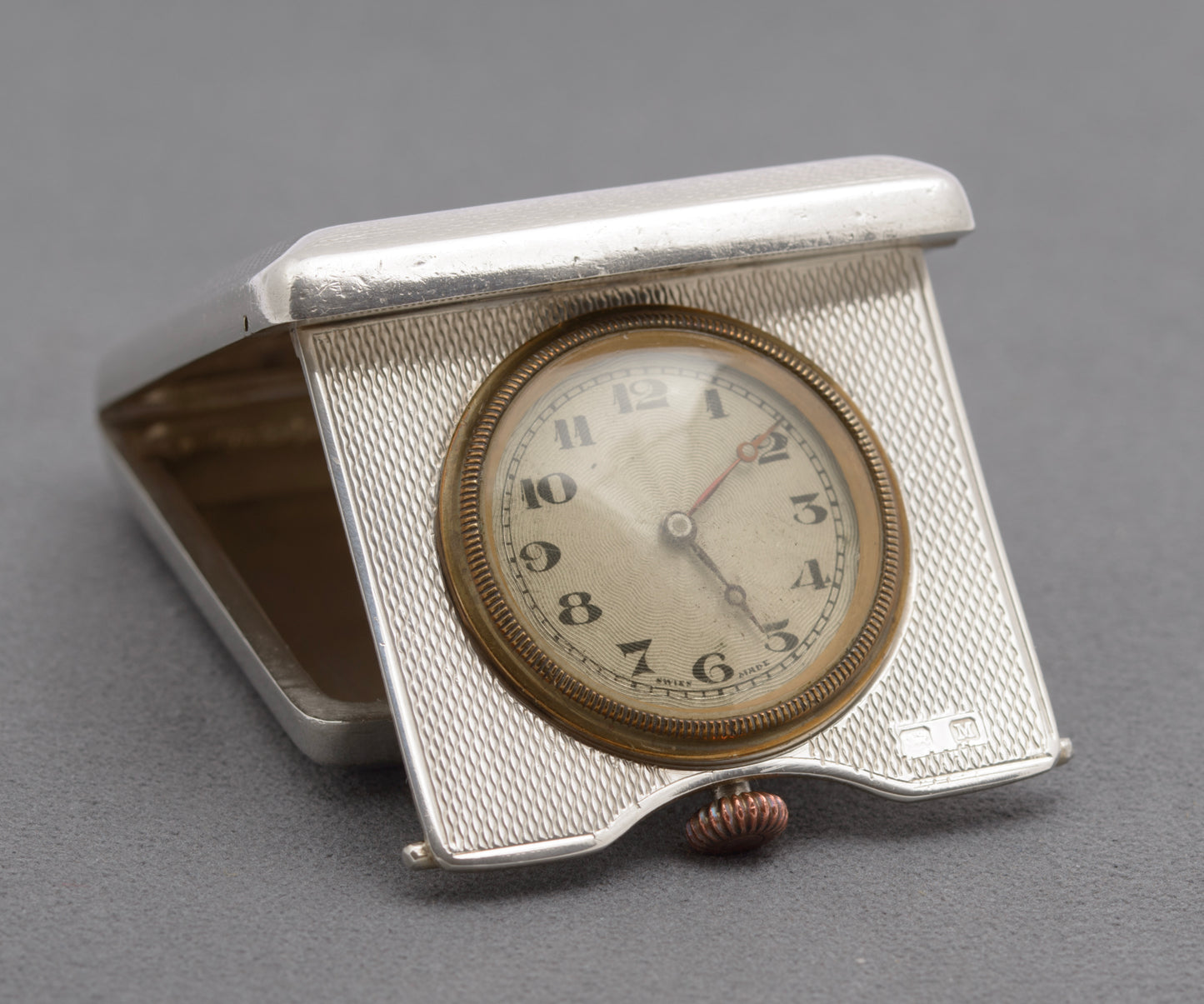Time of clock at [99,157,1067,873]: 5:07
